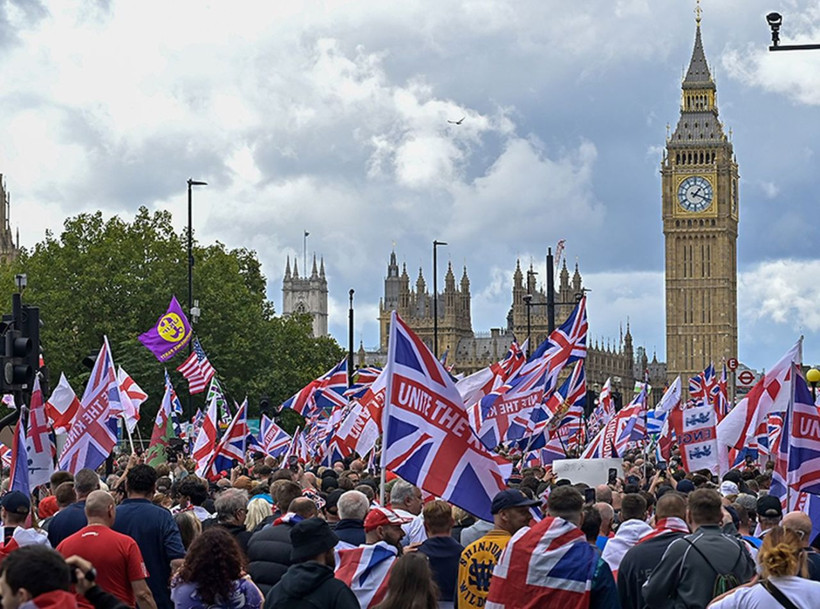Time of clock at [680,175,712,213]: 1:18
